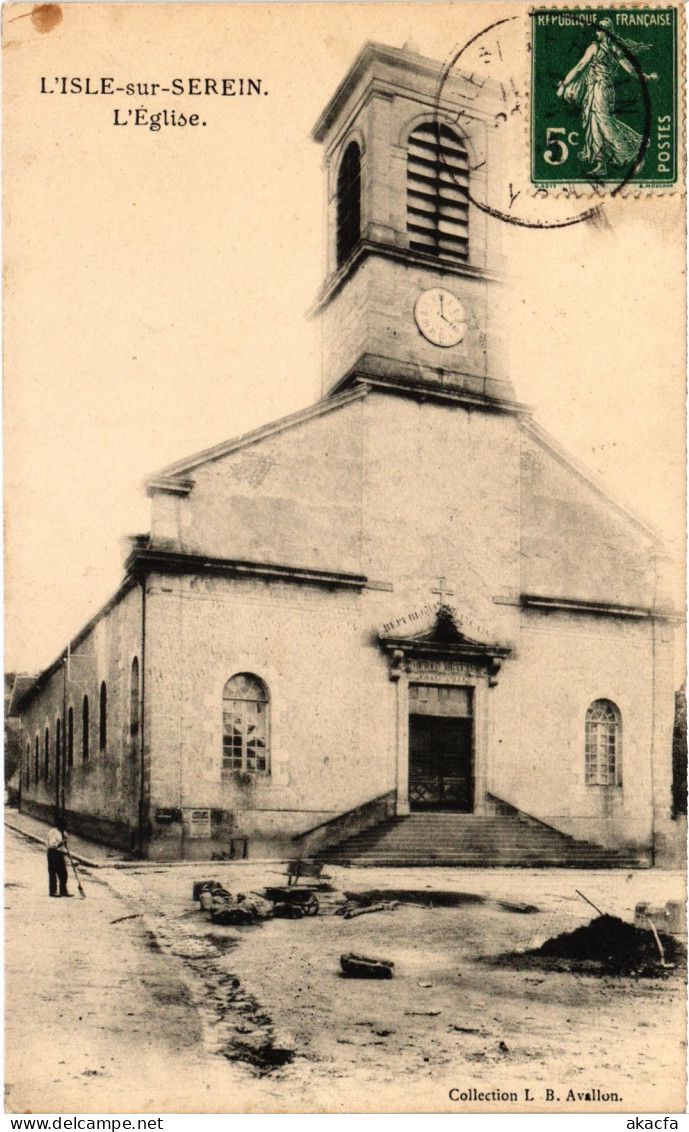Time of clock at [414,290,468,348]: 4:00
